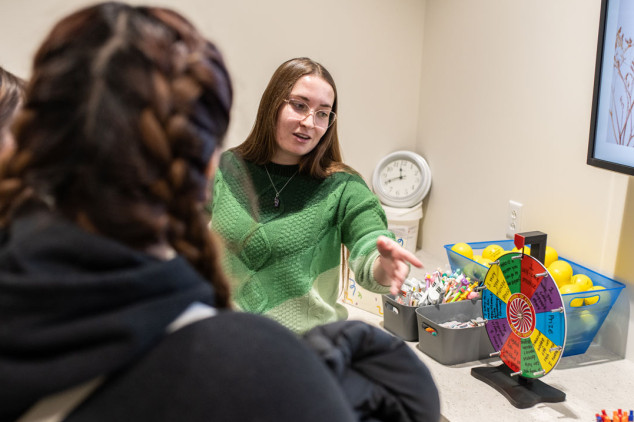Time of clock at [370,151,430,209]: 11:40
